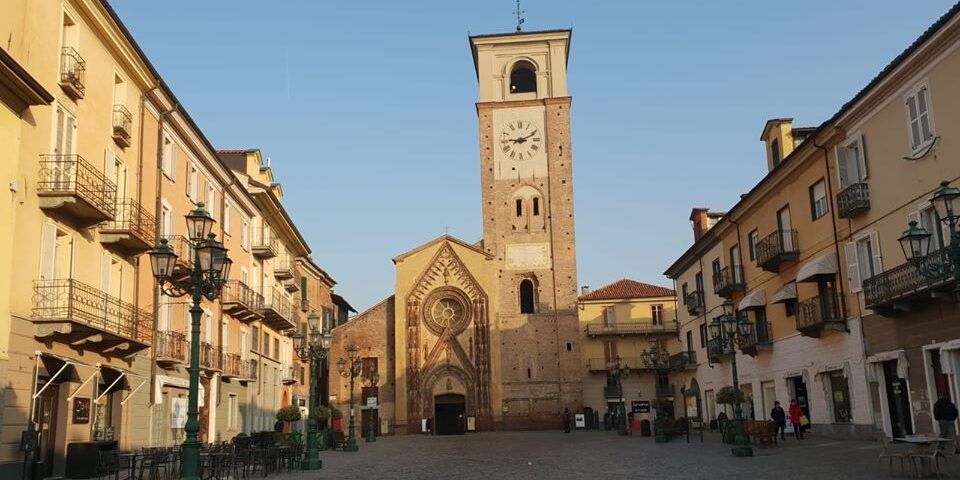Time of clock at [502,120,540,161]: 9:11
